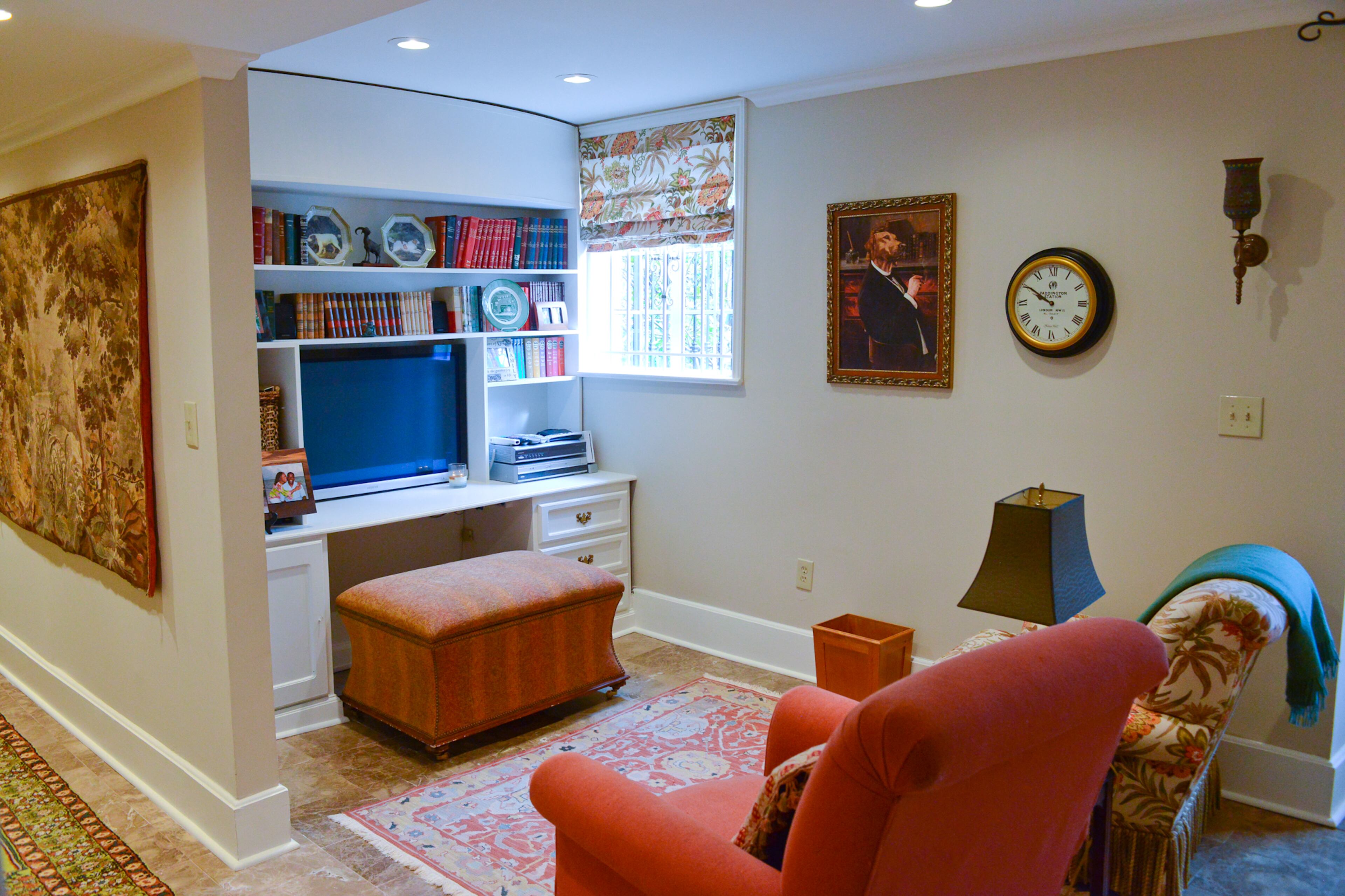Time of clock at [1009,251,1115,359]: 9:50
